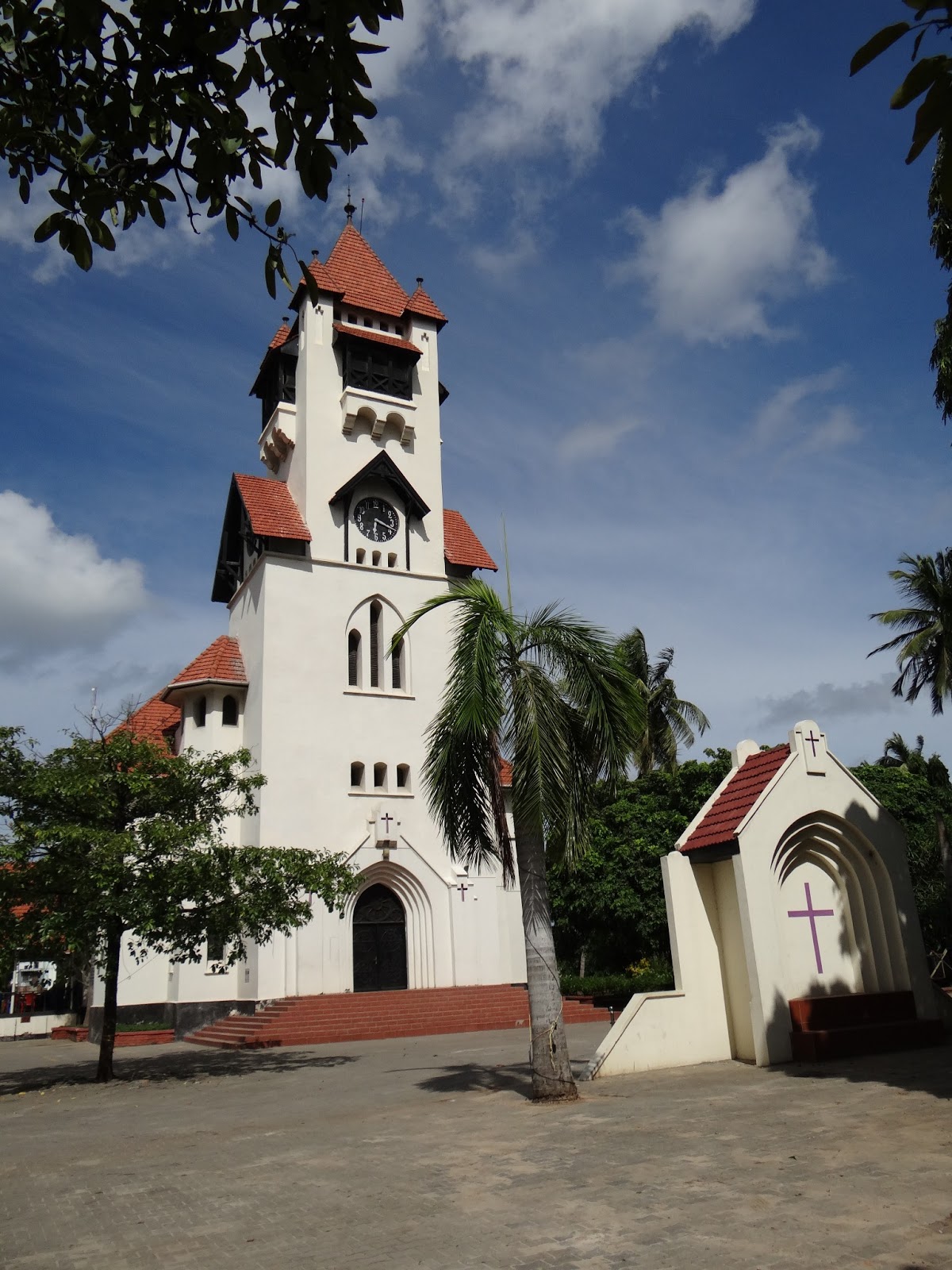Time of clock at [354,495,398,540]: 6:18
